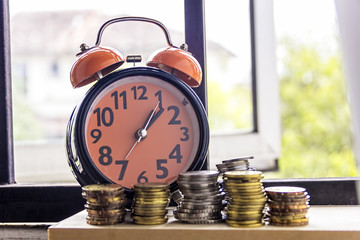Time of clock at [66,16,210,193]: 1:07
